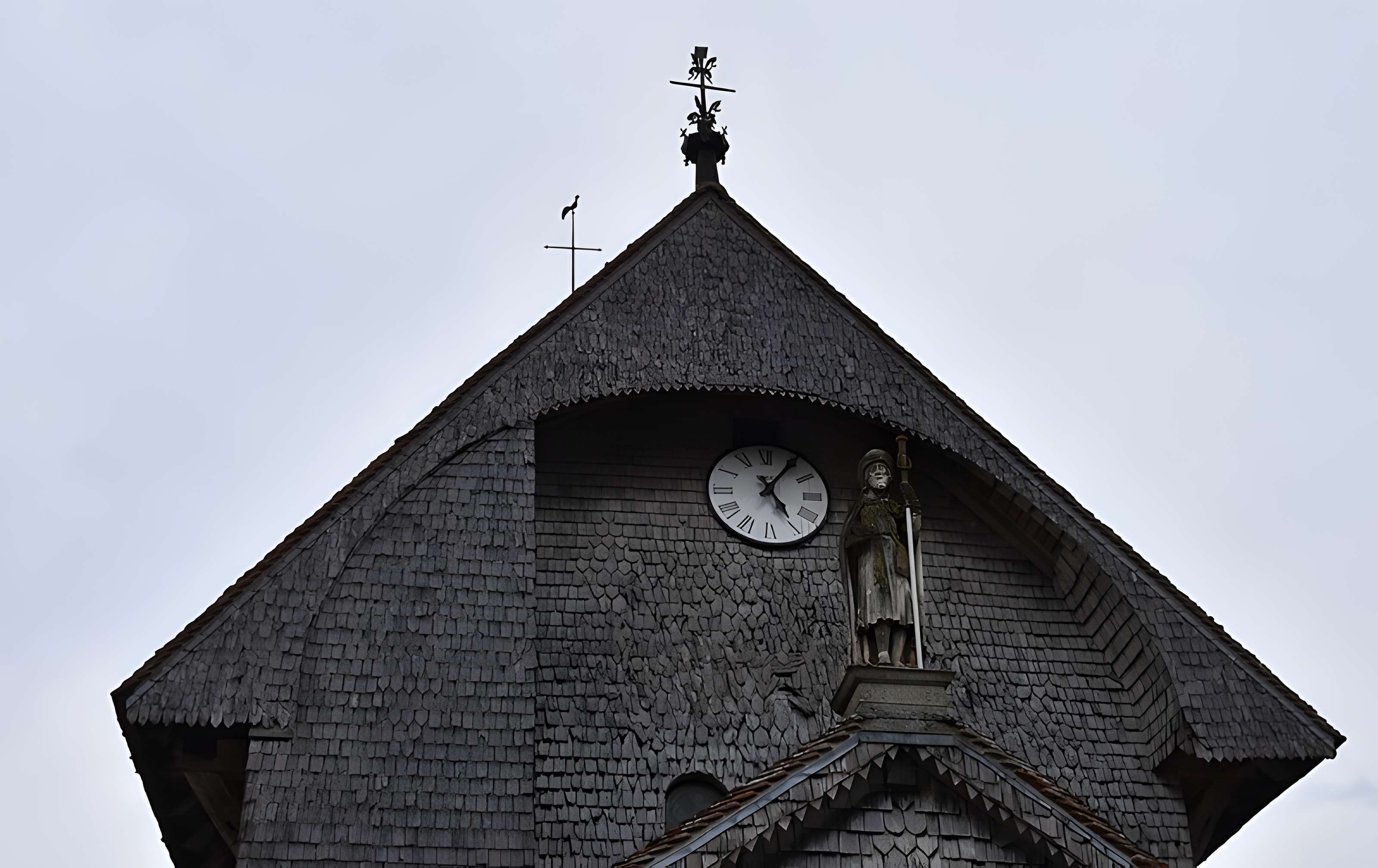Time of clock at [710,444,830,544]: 5:05
